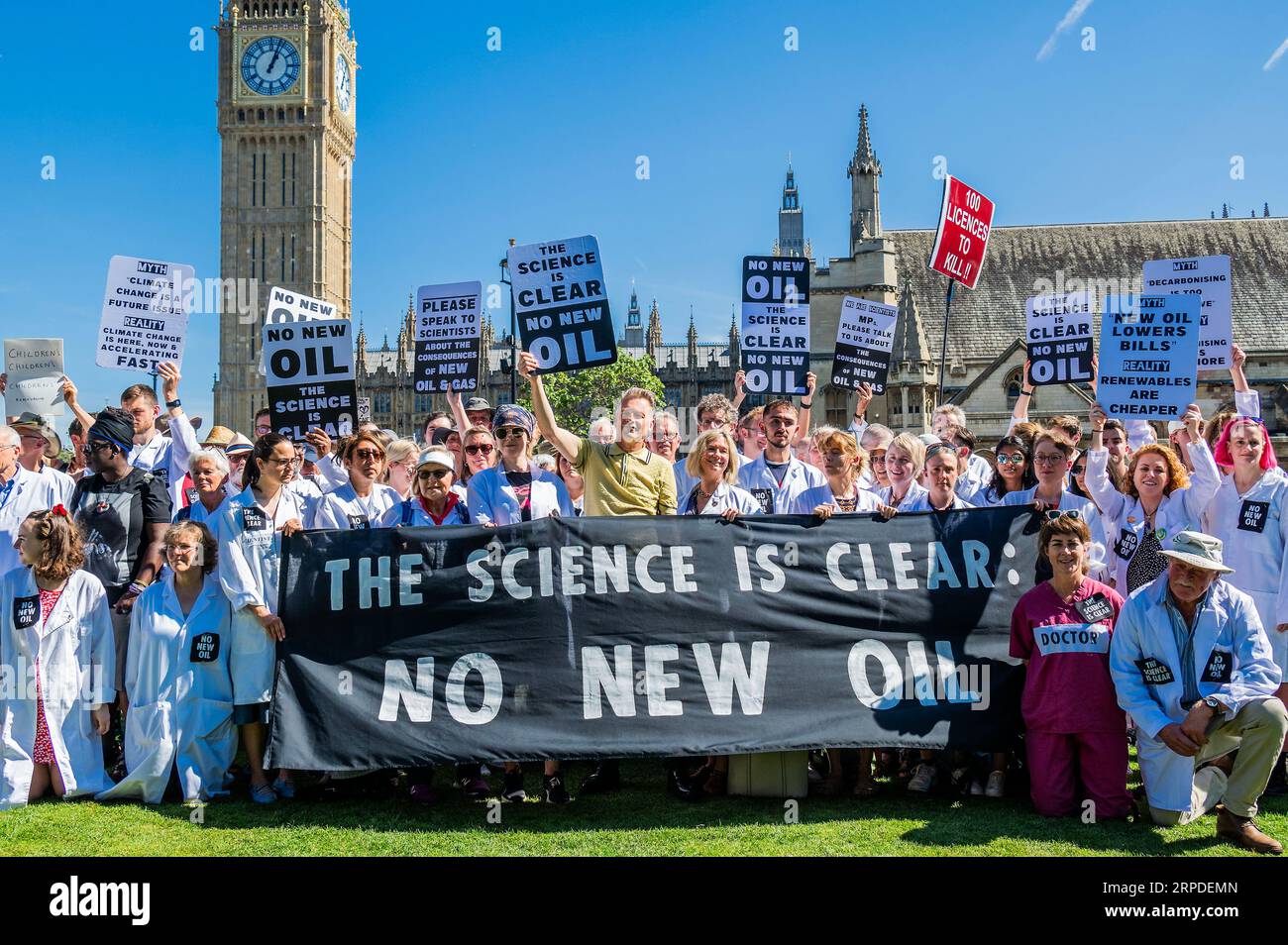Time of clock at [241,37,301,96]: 1:03
